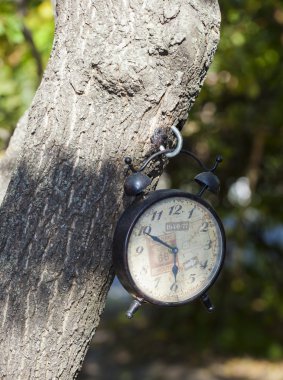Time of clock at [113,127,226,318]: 5:49
